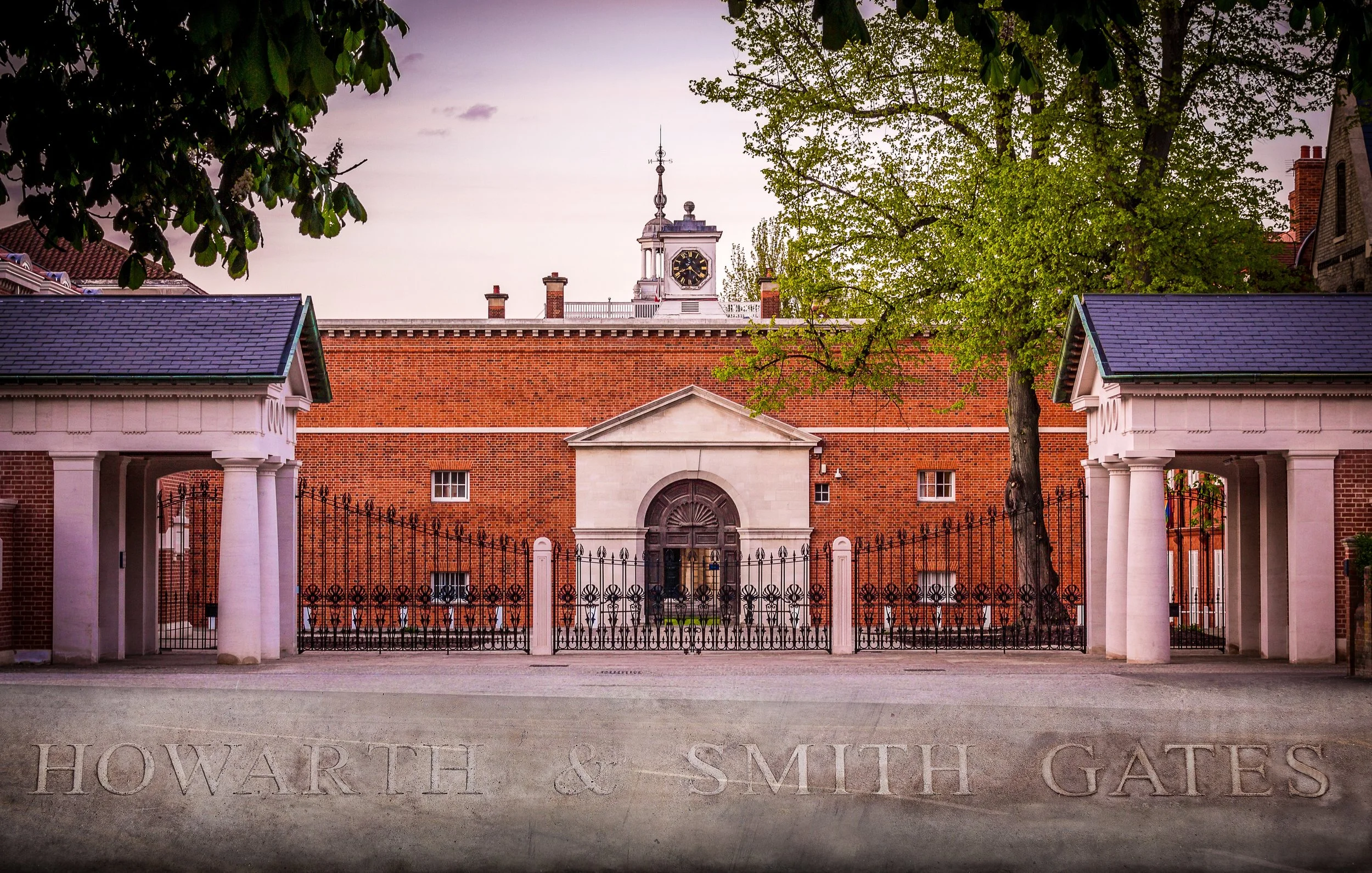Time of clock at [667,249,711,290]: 8:21
